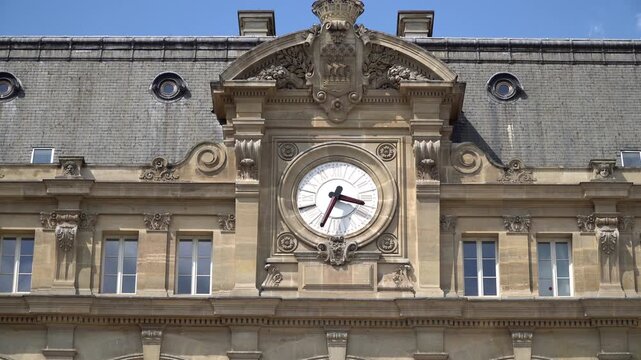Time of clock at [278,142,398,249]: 3:34
